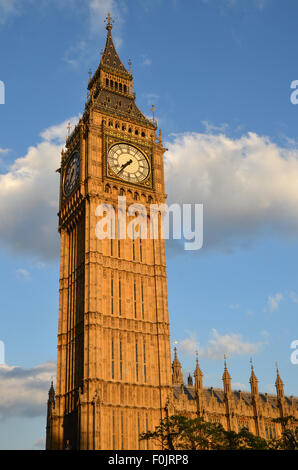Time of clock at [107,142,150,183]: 7:36
